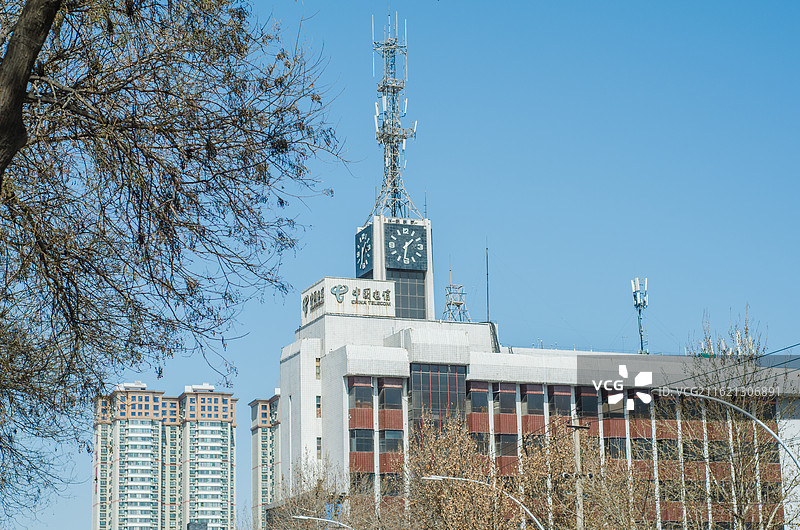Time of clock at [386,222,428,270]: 1:31
